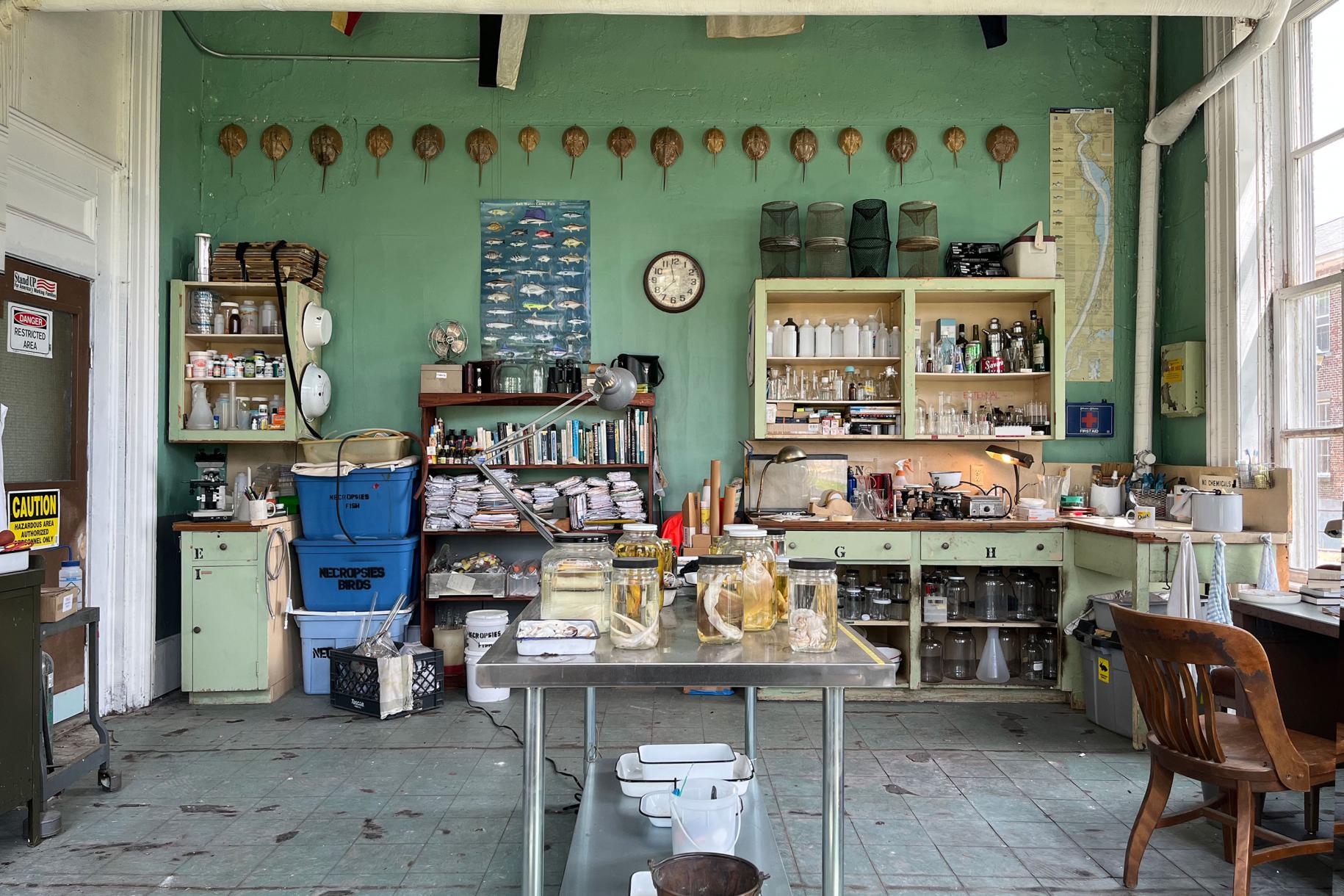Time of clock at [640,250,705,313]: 11:37
